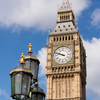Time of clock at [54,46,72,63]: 9:48
